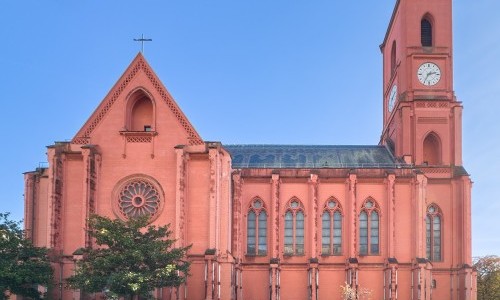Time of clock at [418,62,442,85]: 2:35
